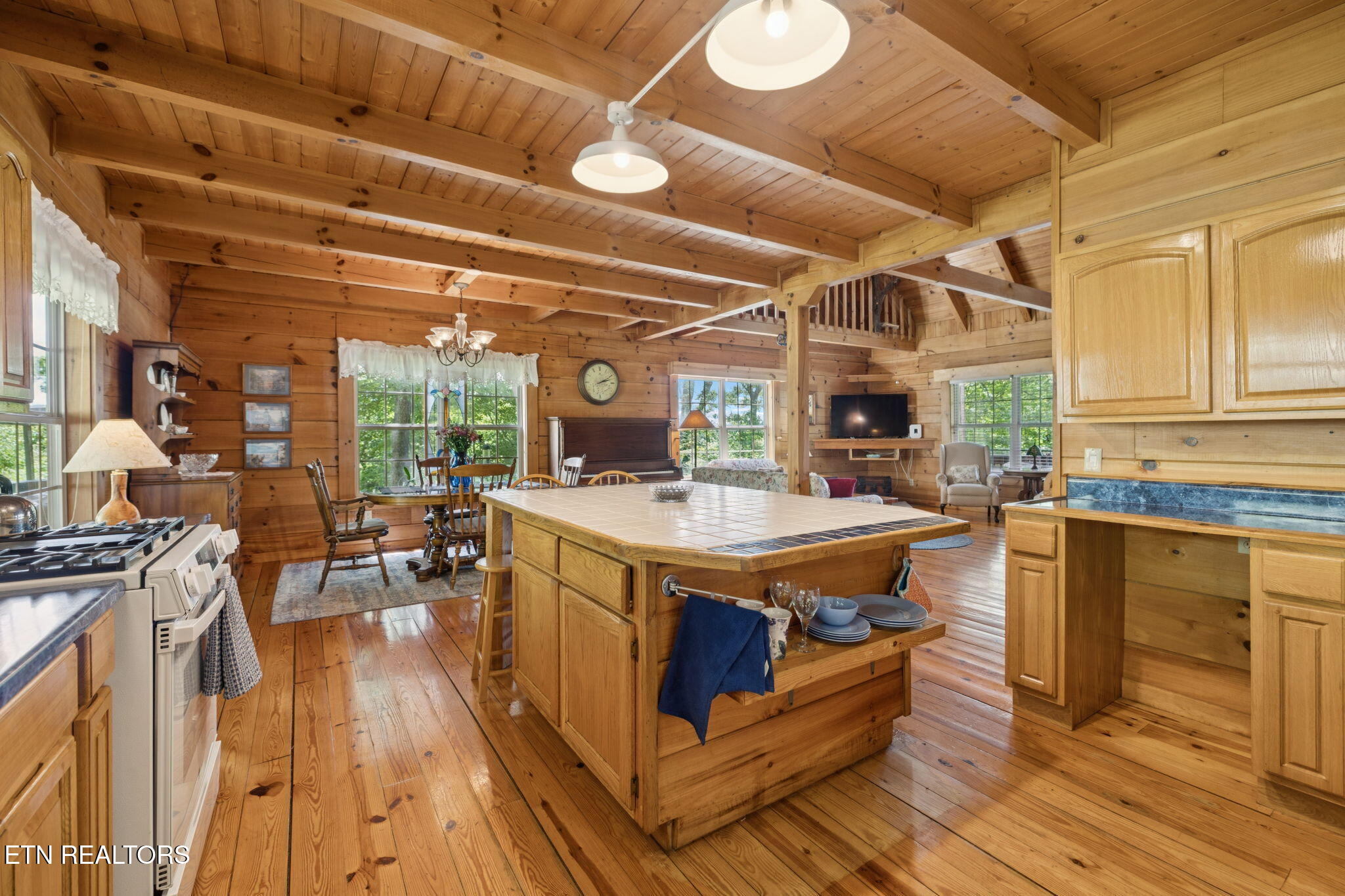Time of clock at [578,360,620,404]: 2:12
